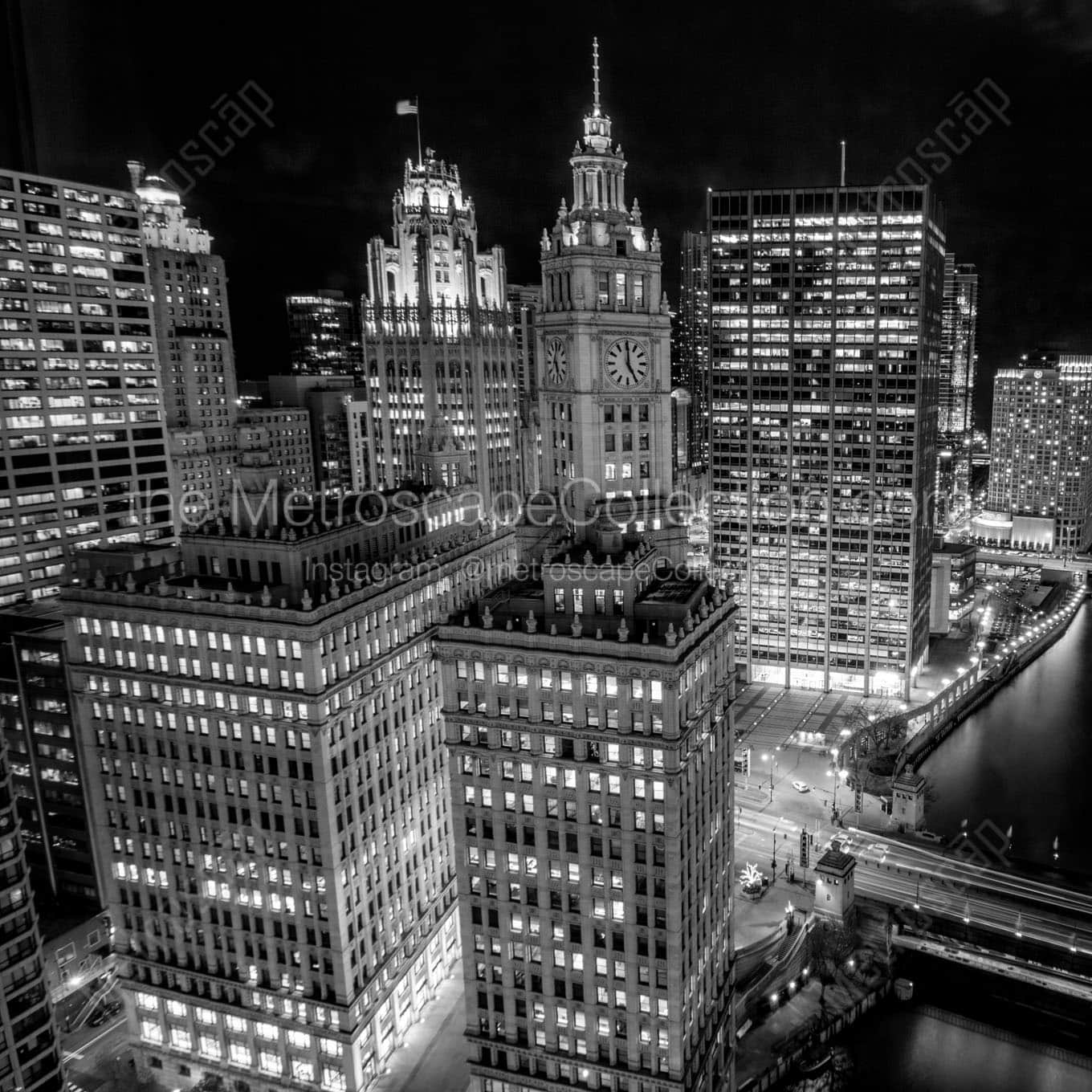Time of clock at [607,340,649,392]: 5:00
